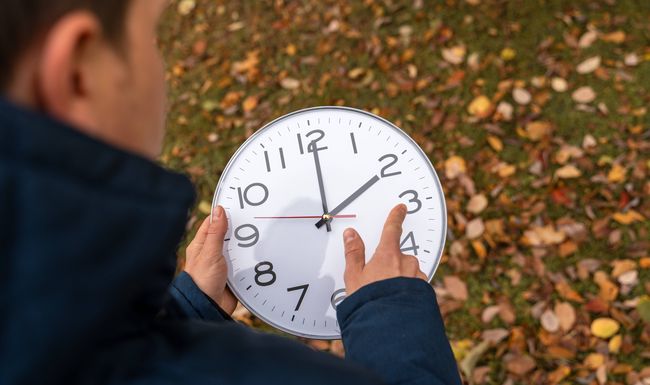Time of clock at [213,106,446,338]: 2:00
